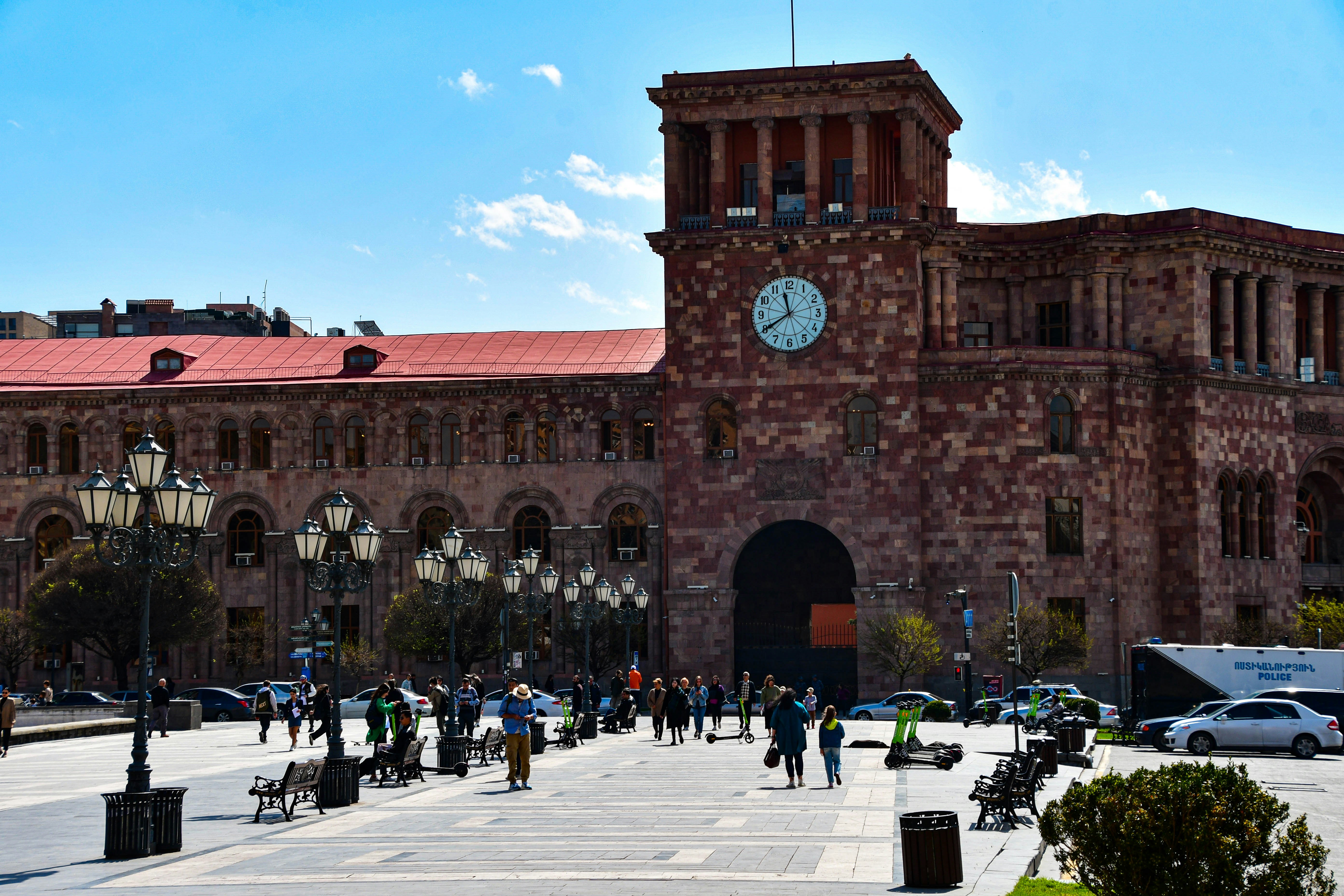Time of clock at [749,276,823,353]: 11:40
